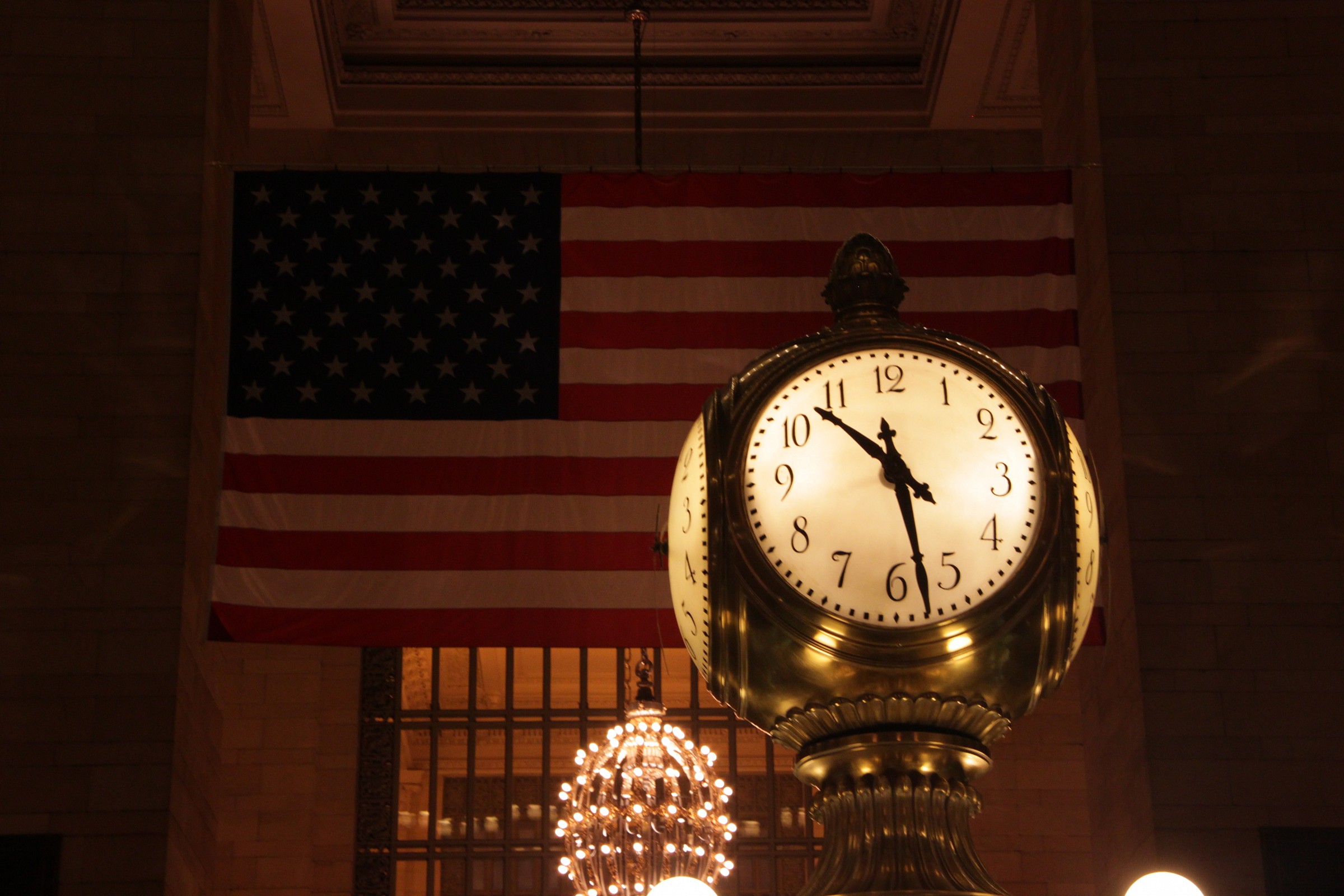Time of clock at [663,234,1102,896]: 10:28
